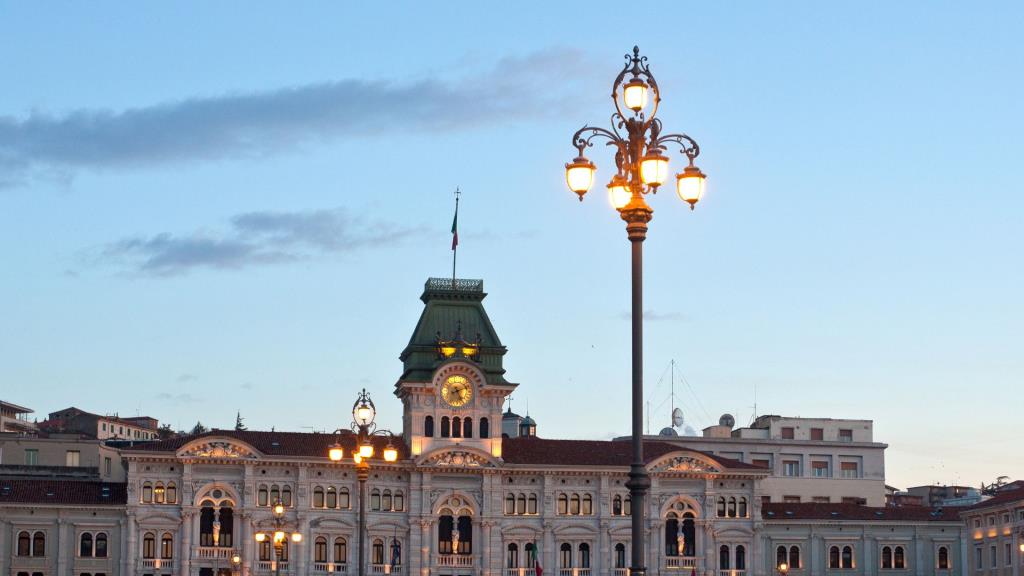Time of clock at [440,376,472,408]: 5:11
